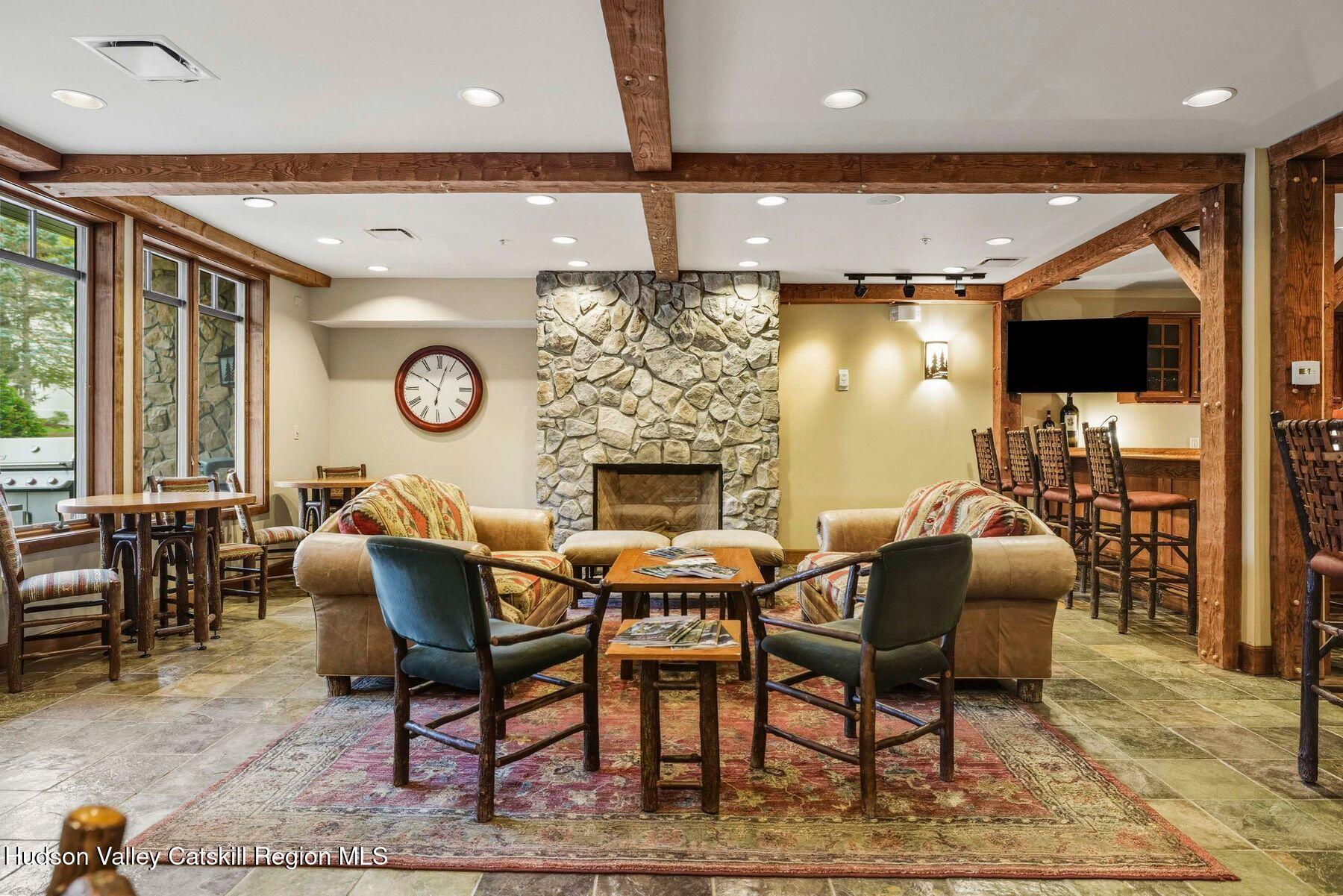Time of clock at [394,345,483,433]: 10:02
